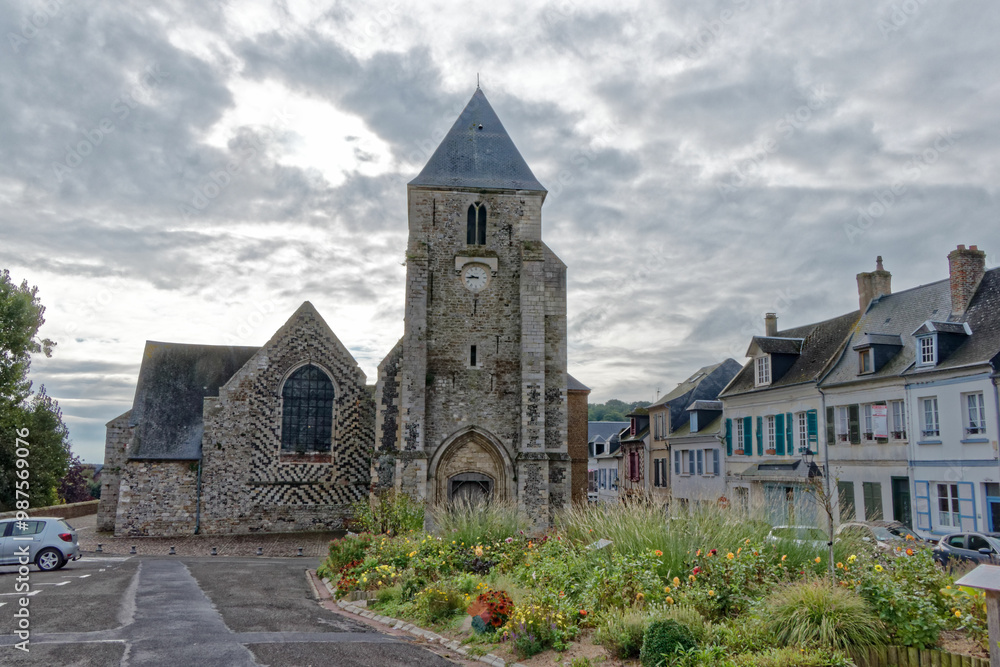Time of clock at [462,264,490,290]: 9:44
